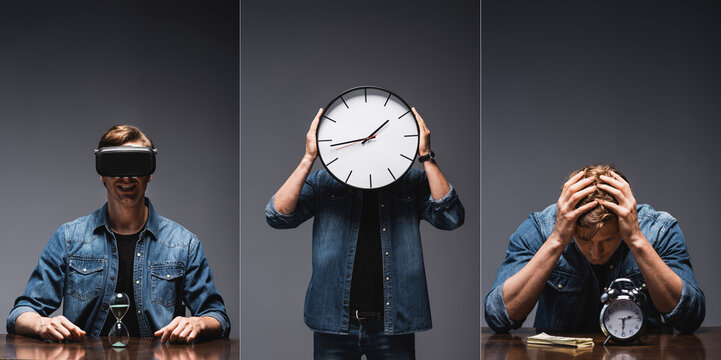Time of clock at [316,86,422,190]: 1:43
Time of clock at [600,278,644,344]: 2:30
